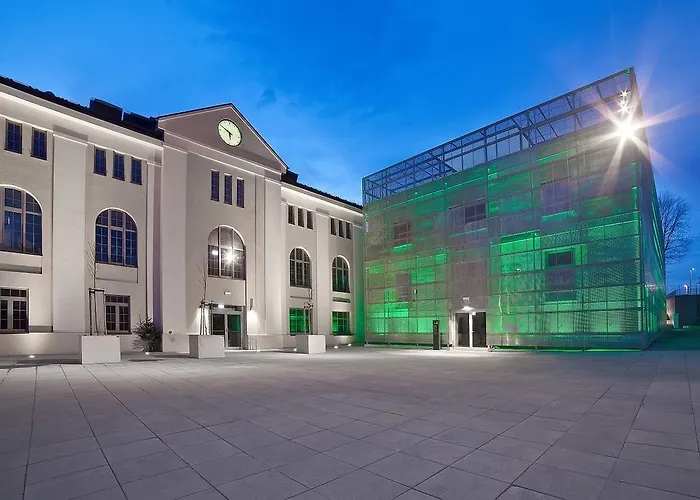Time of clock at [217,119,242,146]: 5:49
